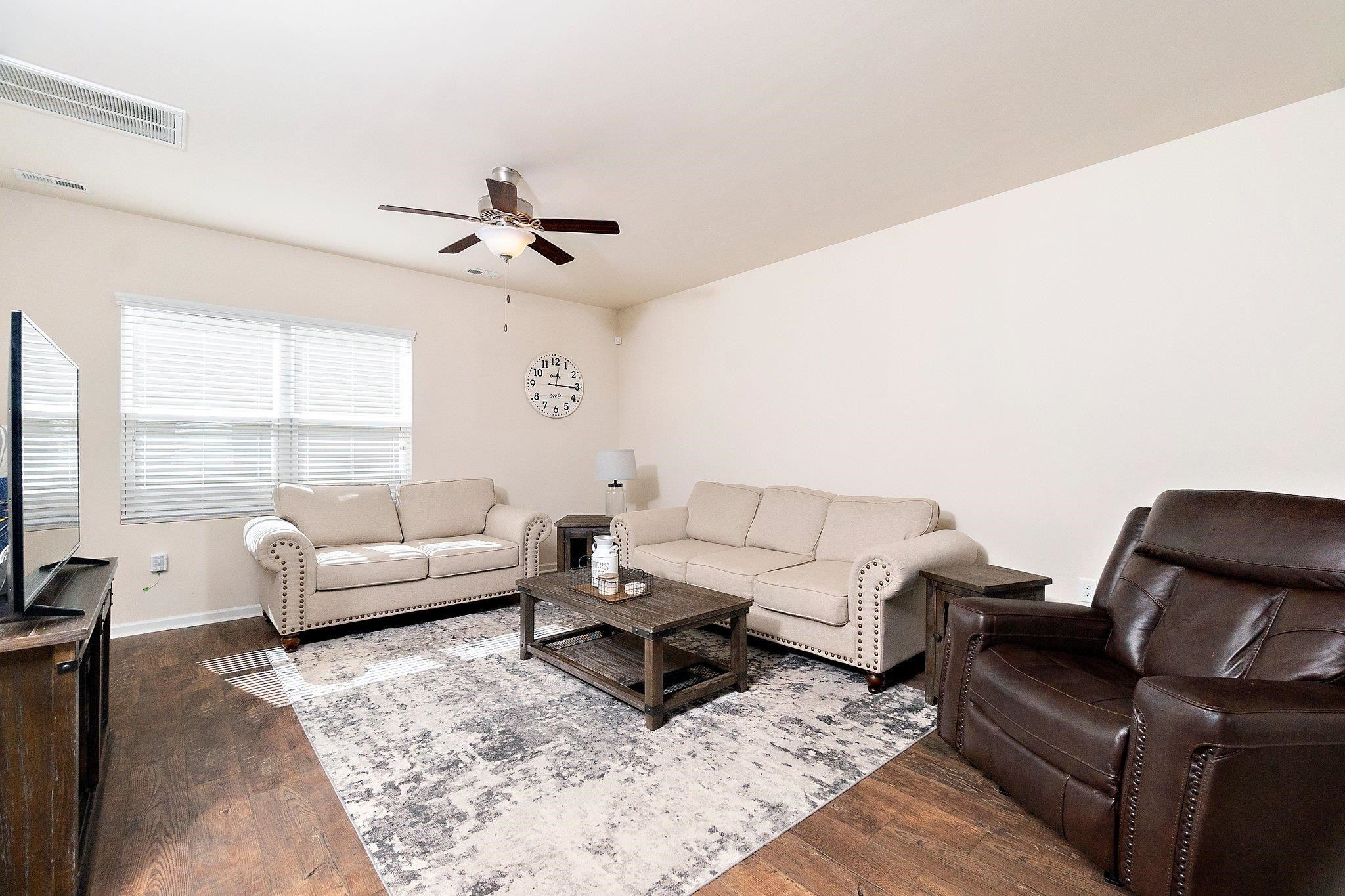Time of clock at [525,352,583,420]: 12:15
